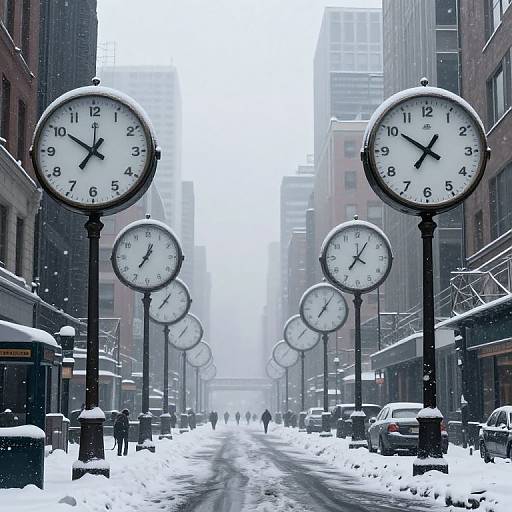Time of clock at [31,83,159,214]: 6:50
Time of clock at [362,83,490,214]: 6:50
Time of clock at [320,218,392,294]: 7:05
